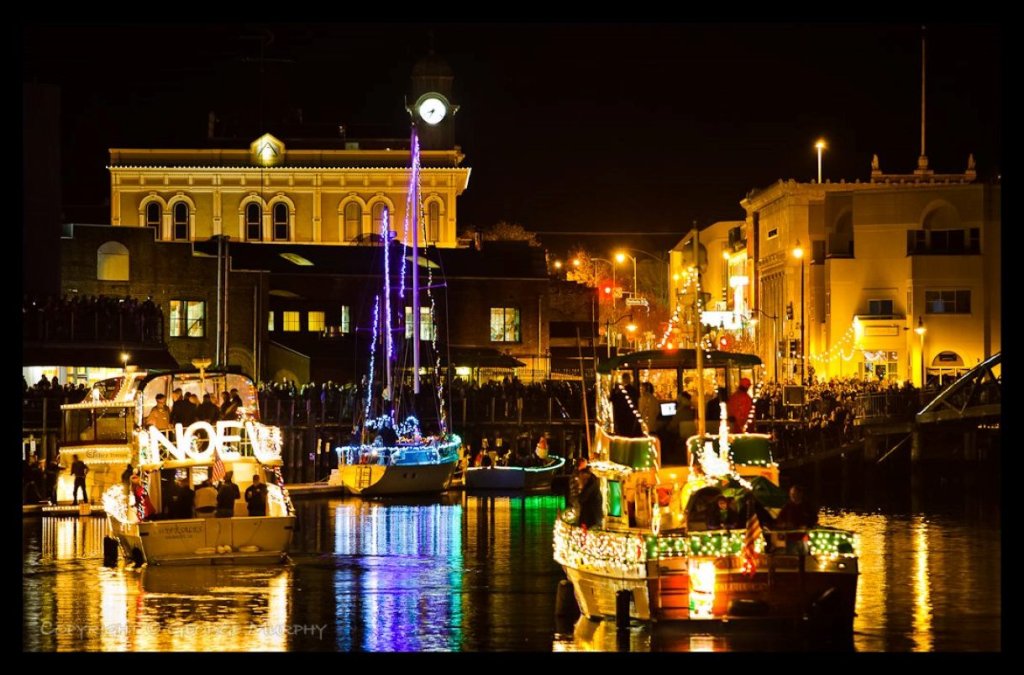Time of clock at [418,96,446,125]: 8:34
